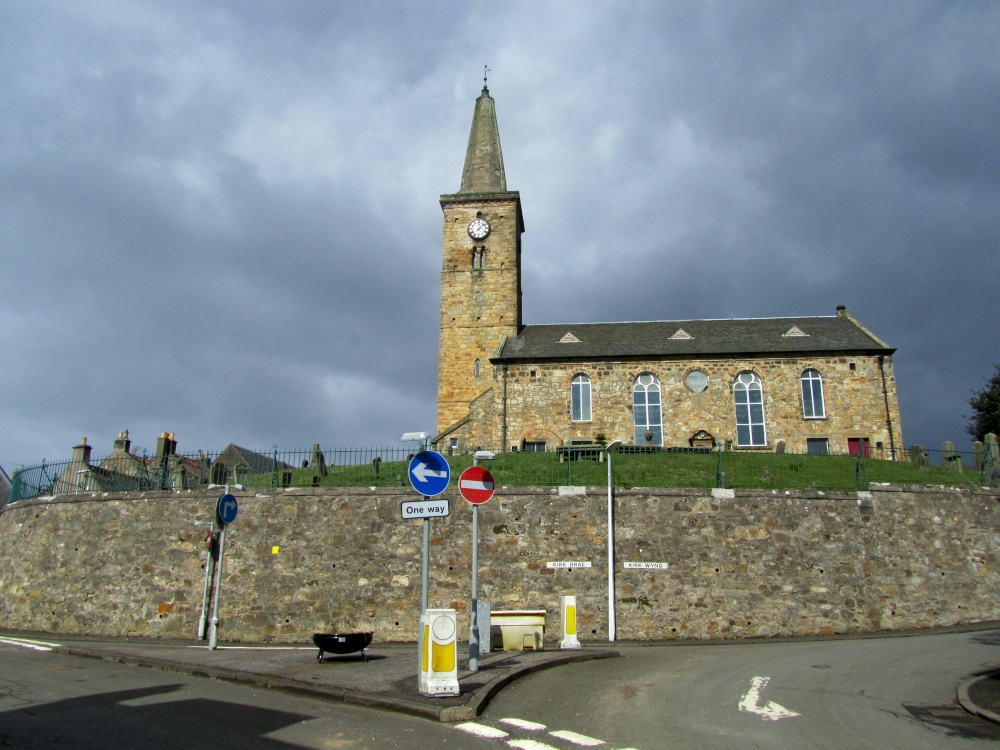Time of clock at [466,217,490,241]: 12:07
